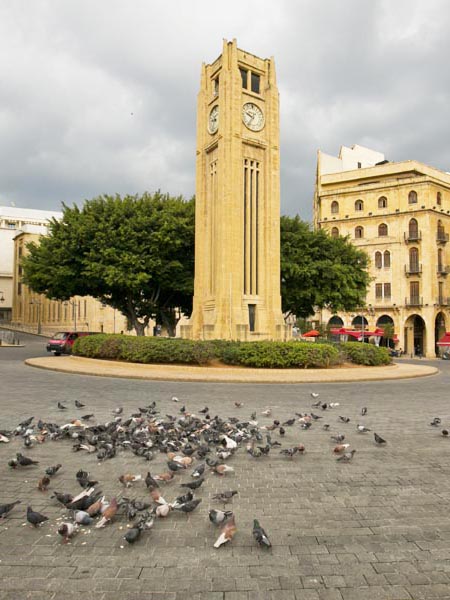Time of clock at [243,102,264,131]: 9:36
